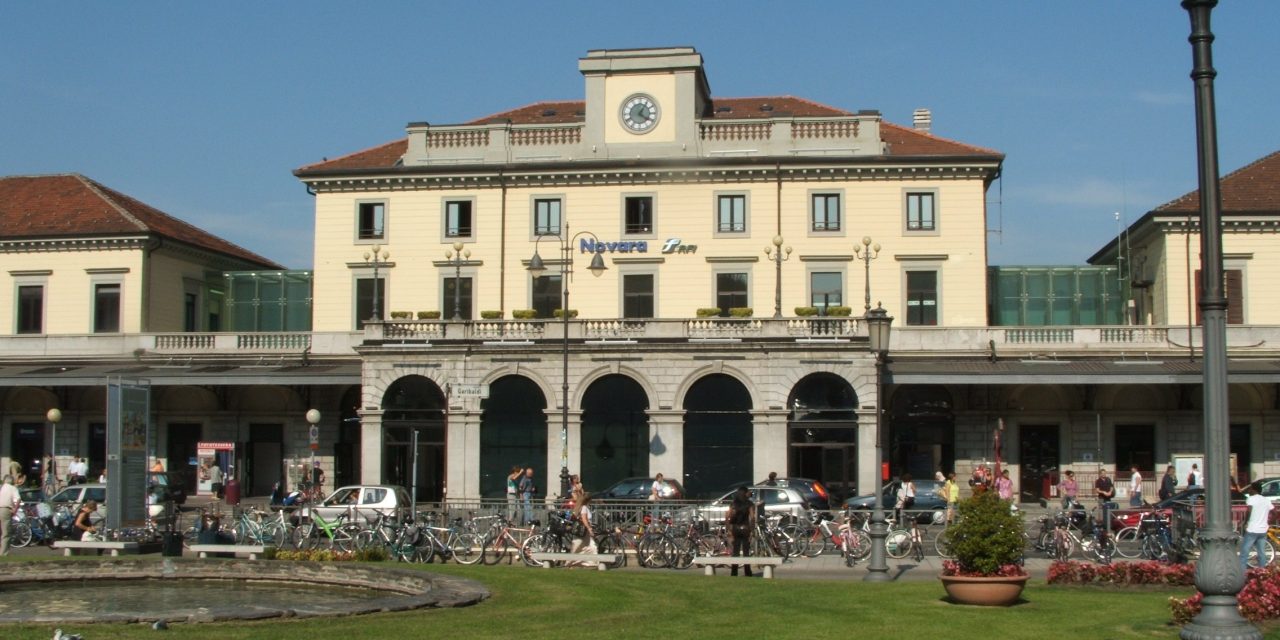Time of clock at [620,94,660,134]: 4:04
